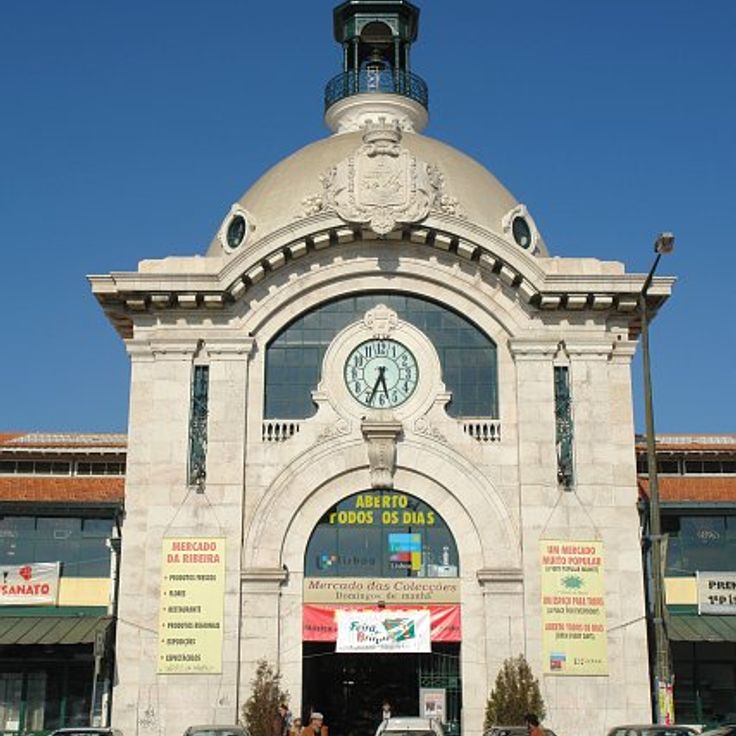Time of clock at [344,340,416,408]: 5:34
